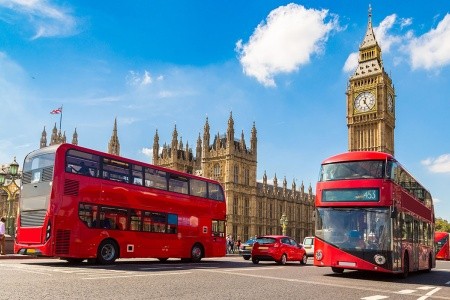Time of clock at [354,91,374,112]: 12:24
